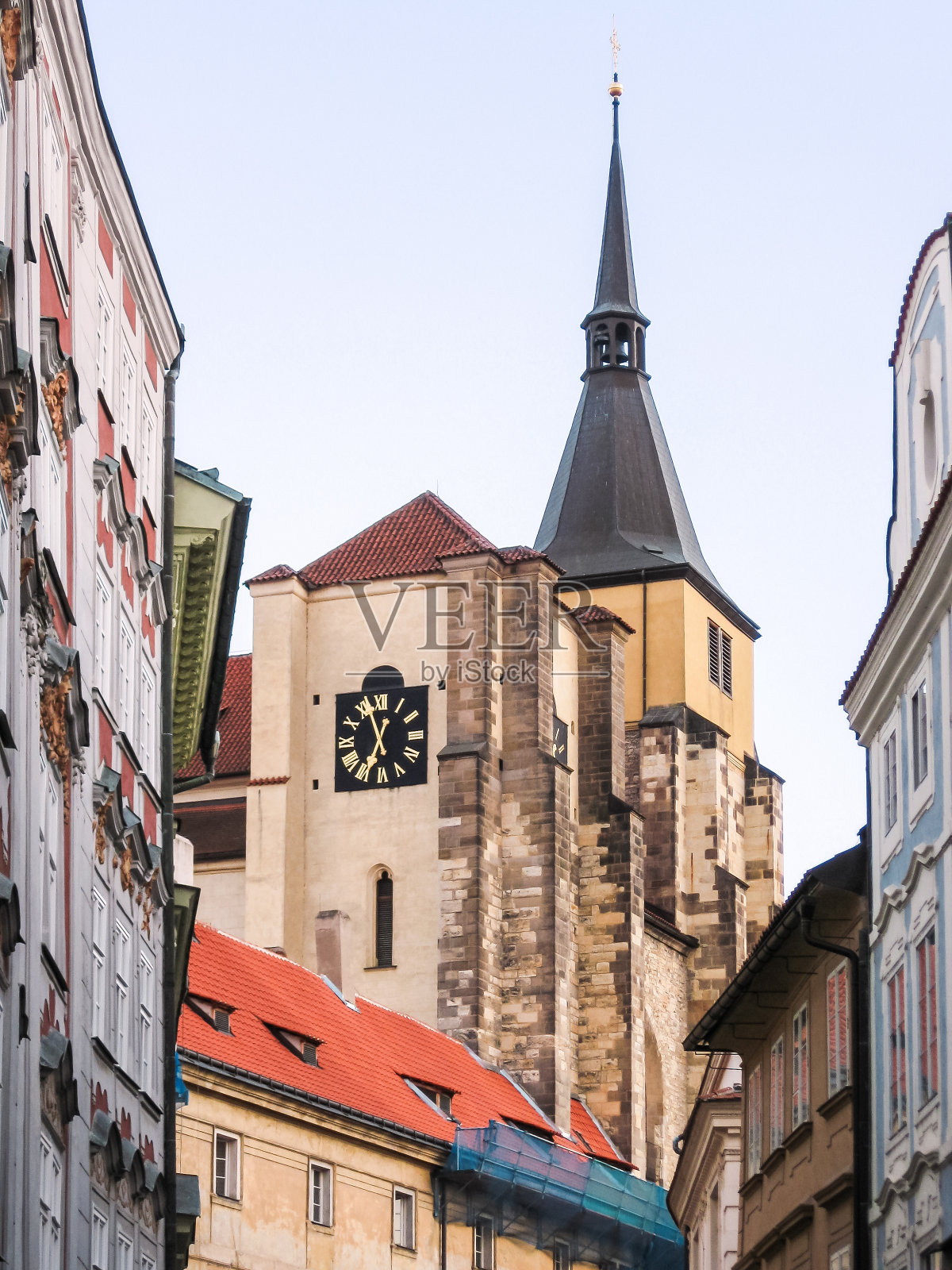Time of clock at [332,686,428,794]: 6:56
